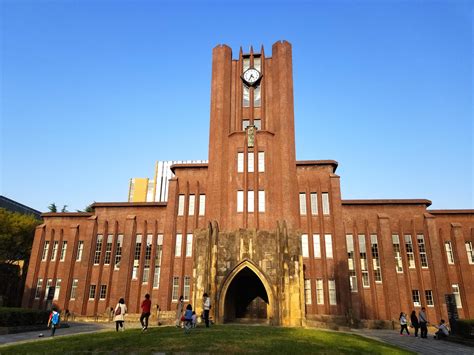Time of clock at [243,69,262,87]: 4:34
